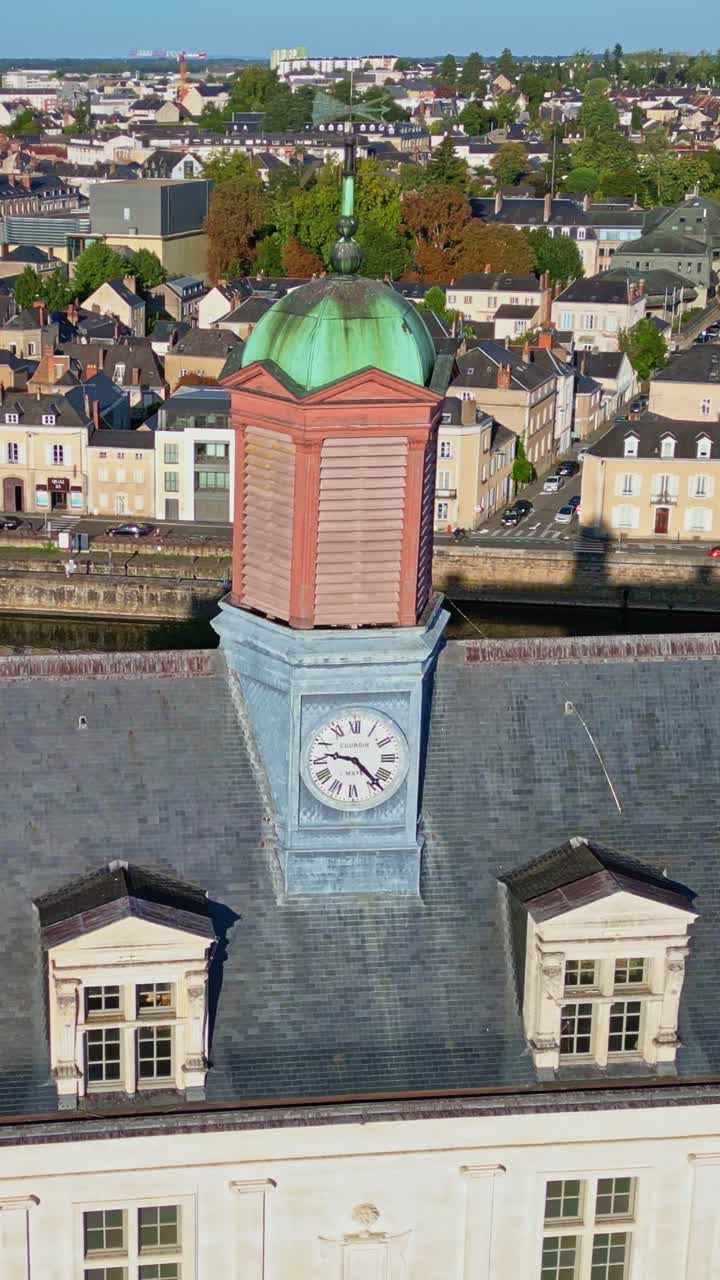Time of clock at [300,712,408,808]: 9:22
